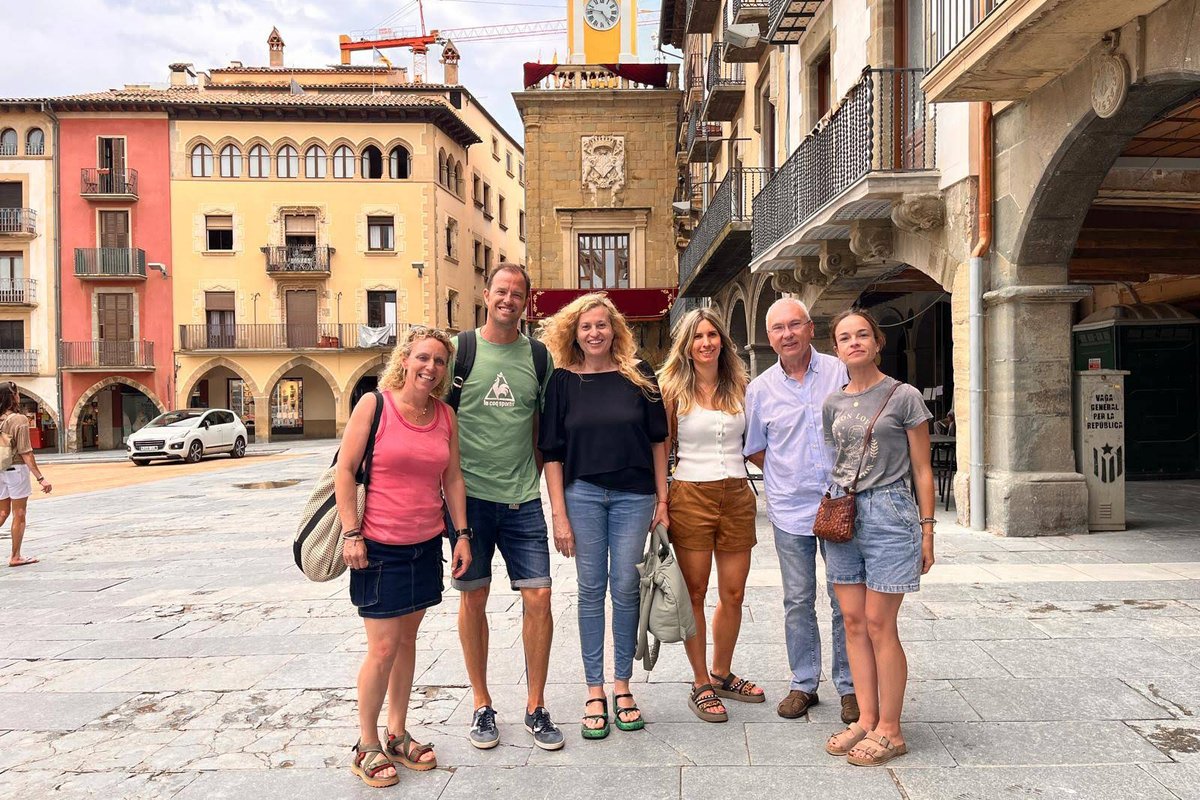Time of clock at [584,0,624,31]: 4:46
